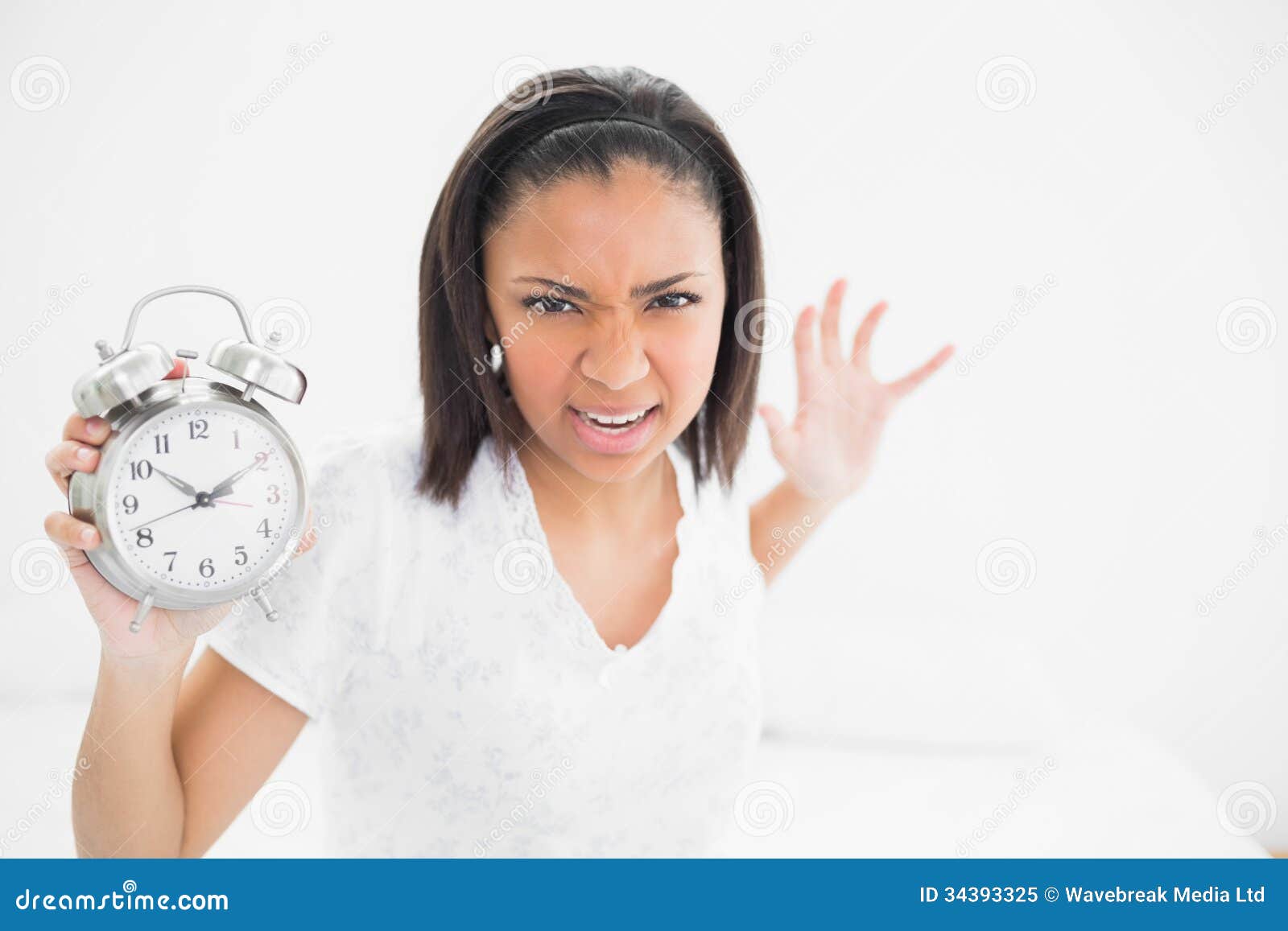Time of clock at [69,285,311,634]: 1:51
